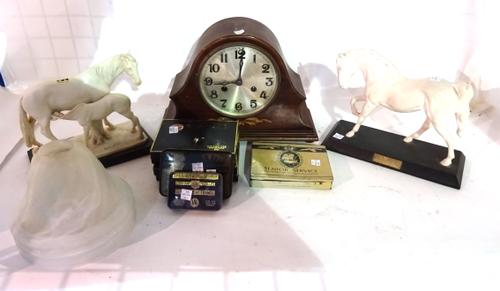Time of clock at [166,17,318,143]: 9:01
